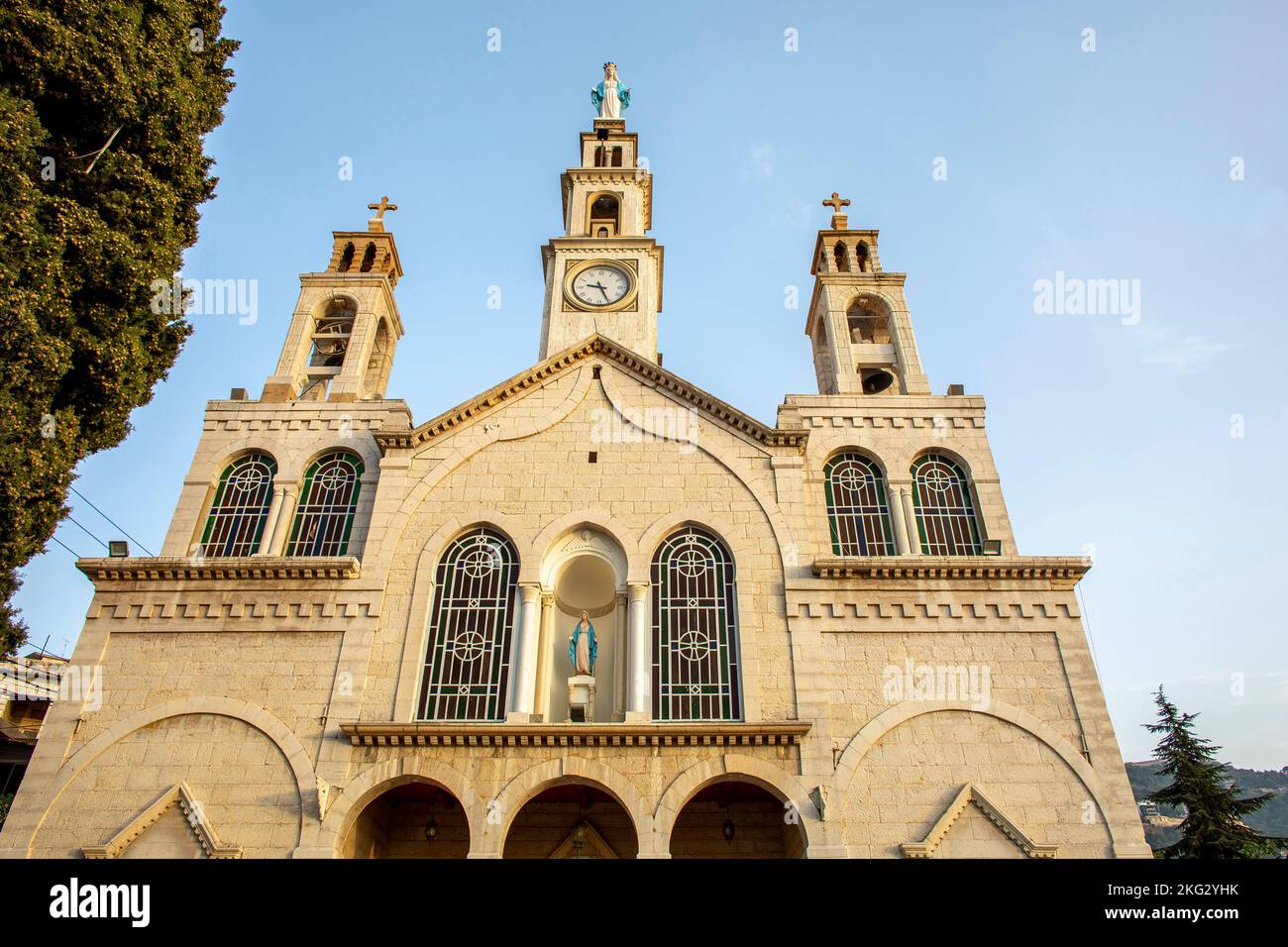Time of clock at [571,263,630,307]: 9:26
